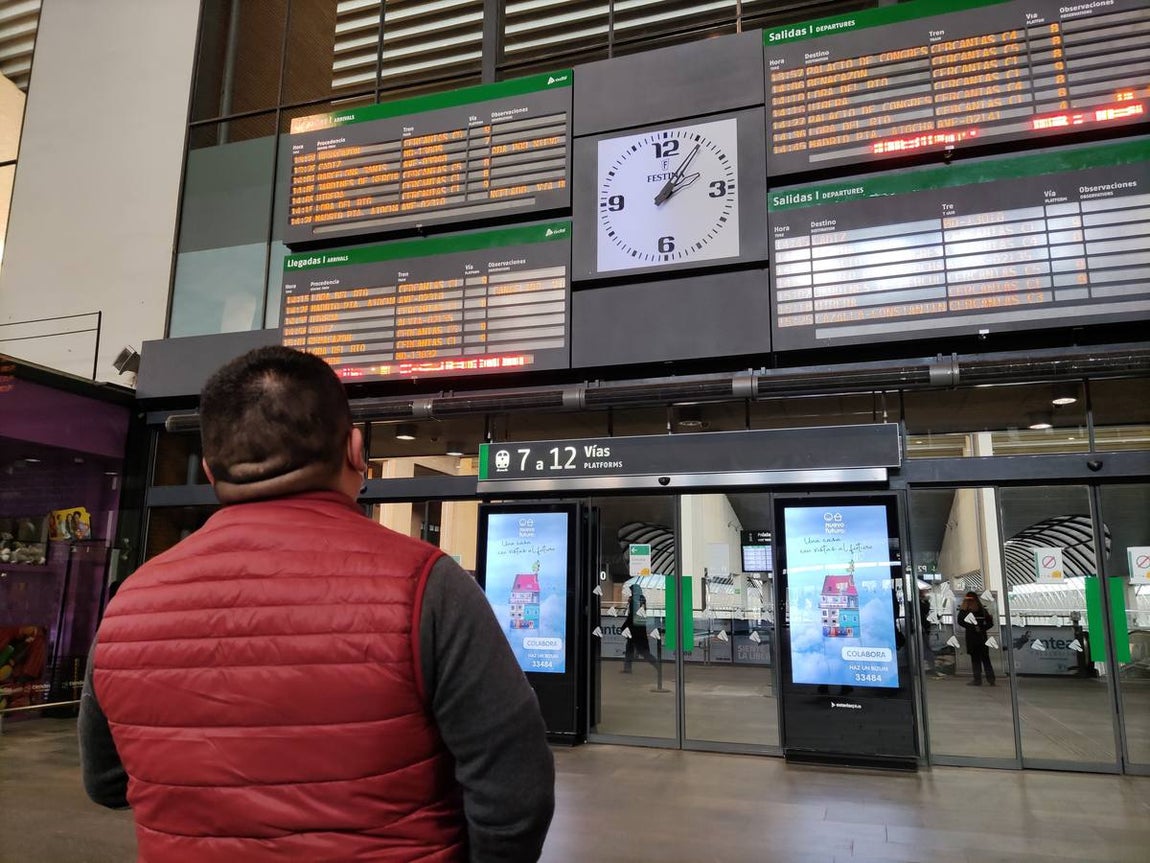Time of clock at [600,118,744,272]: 2:06
